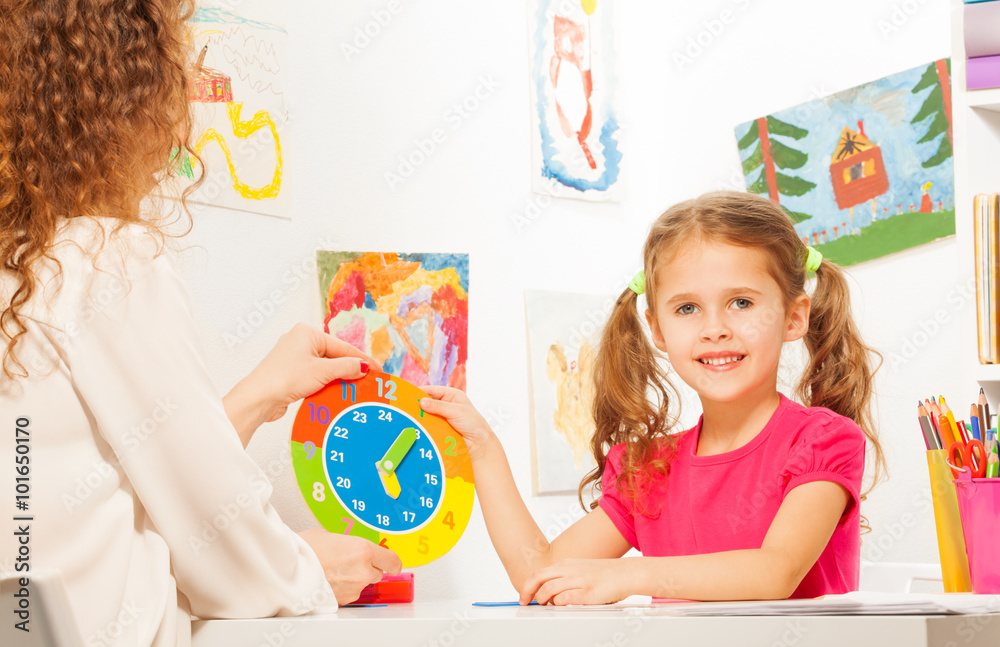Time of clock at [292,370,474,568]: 5:05
